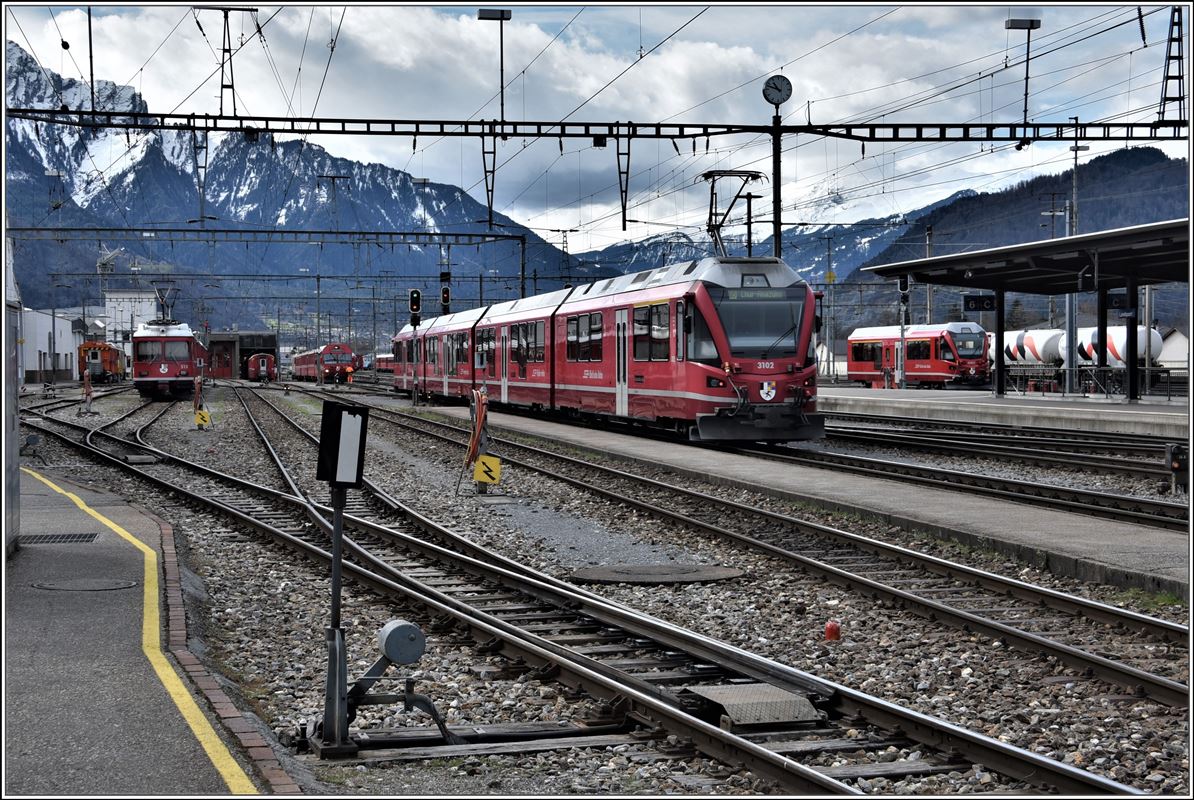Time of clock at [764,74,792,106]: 10:48
